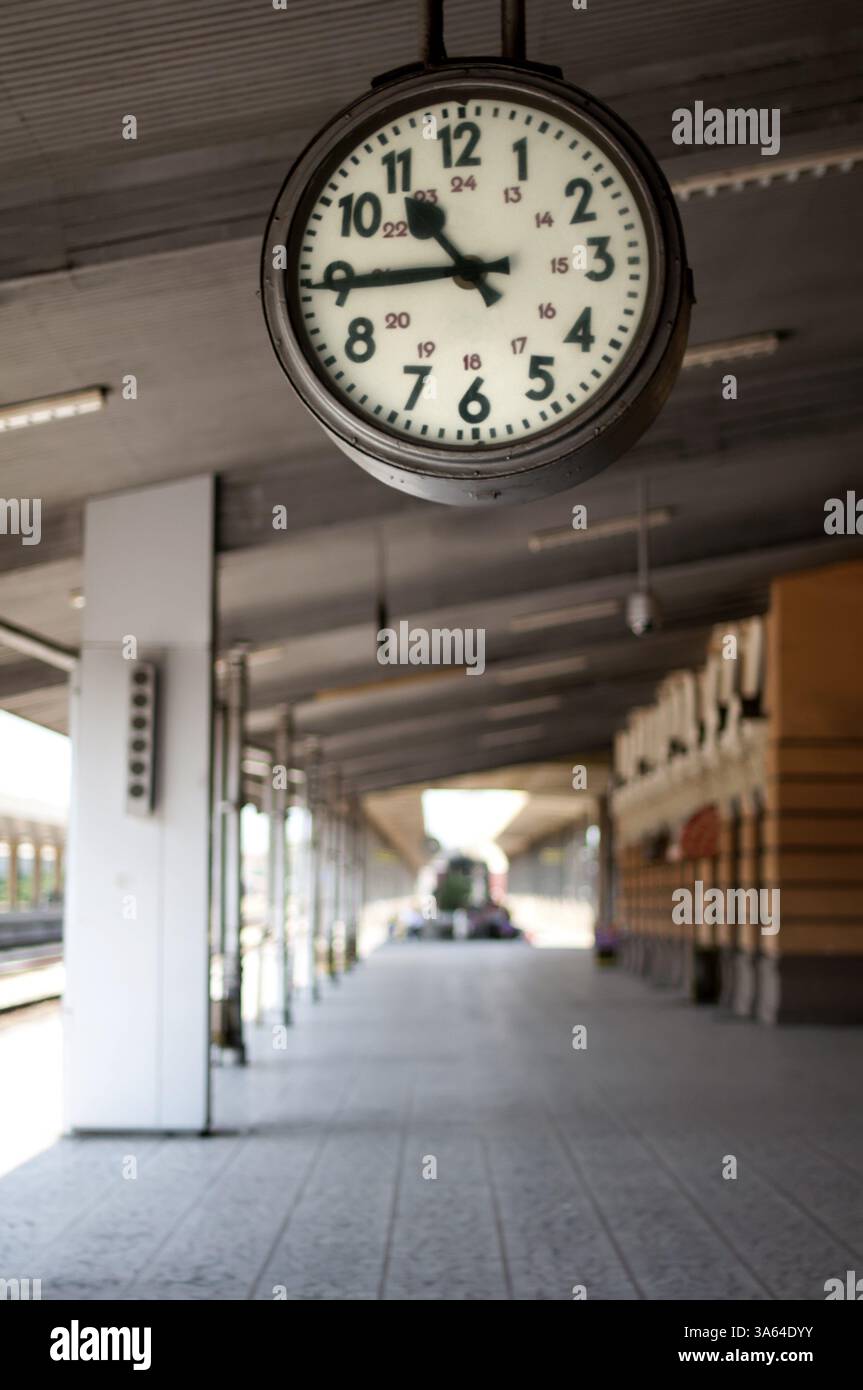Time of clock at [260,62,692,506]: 10:44
